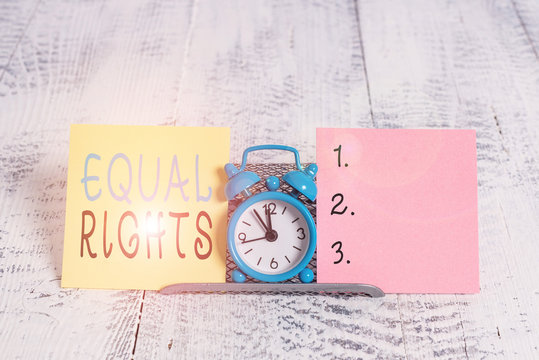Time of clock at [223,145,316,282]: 11:54
